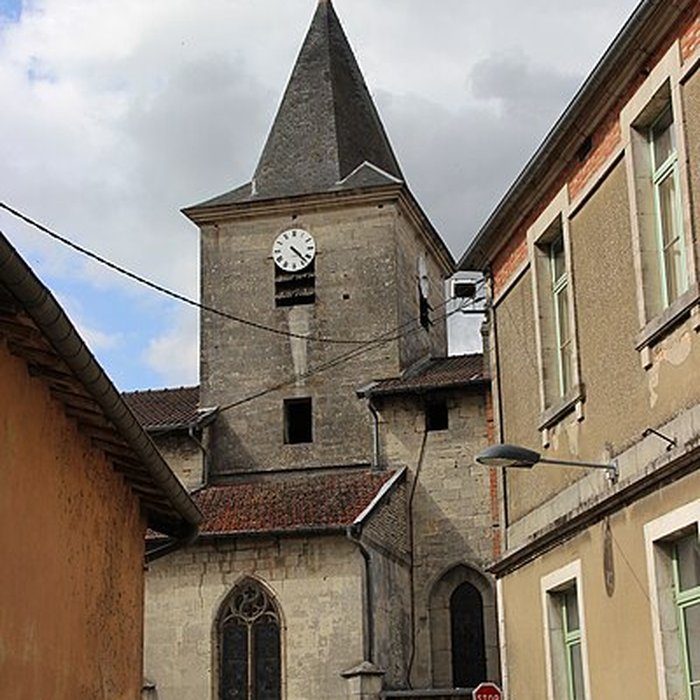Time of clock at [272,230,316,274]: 4:22
